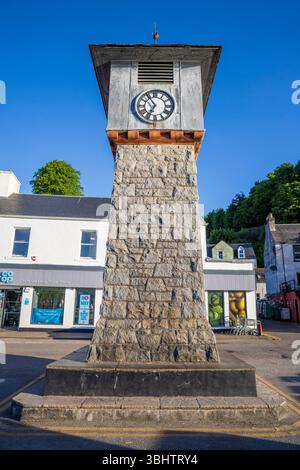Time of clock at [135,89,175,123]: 6:54
